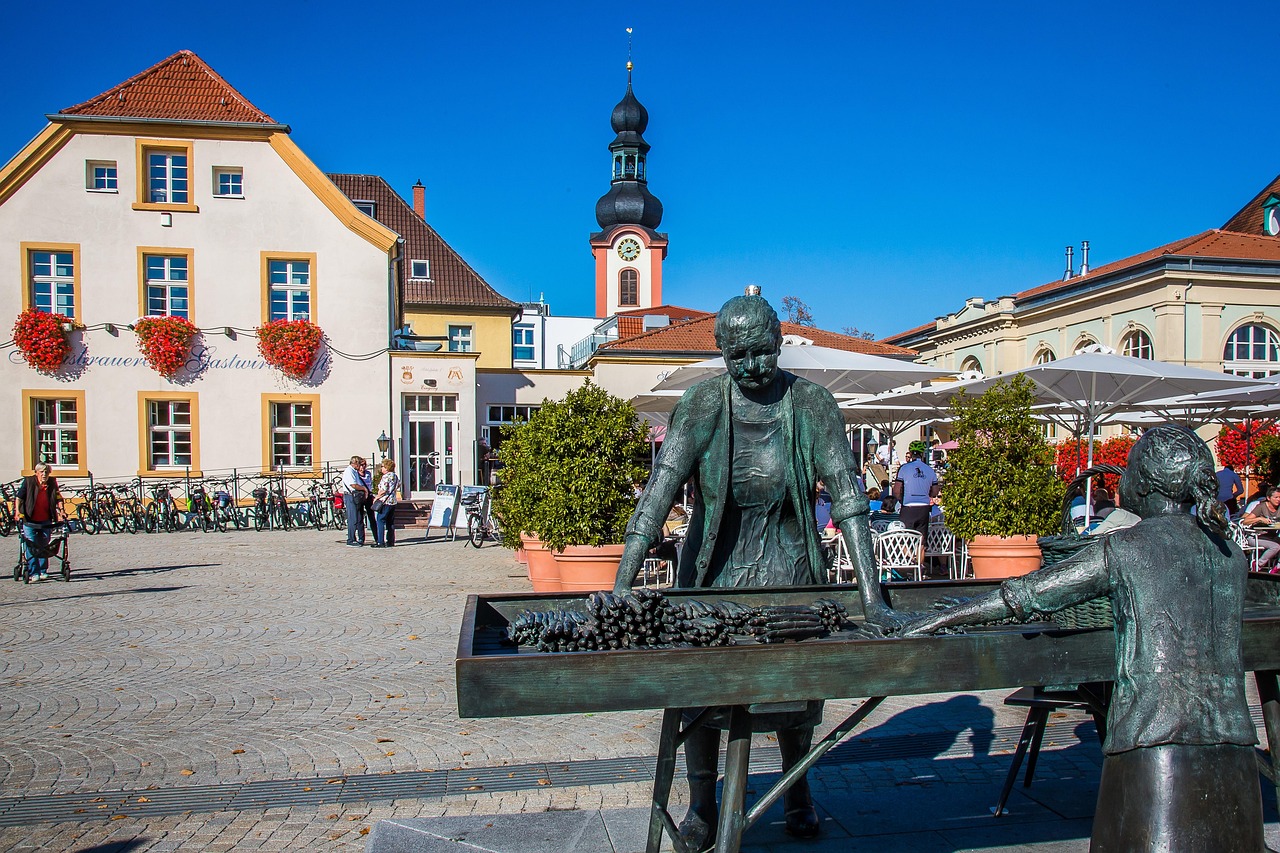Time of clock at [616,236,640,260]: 8:12
